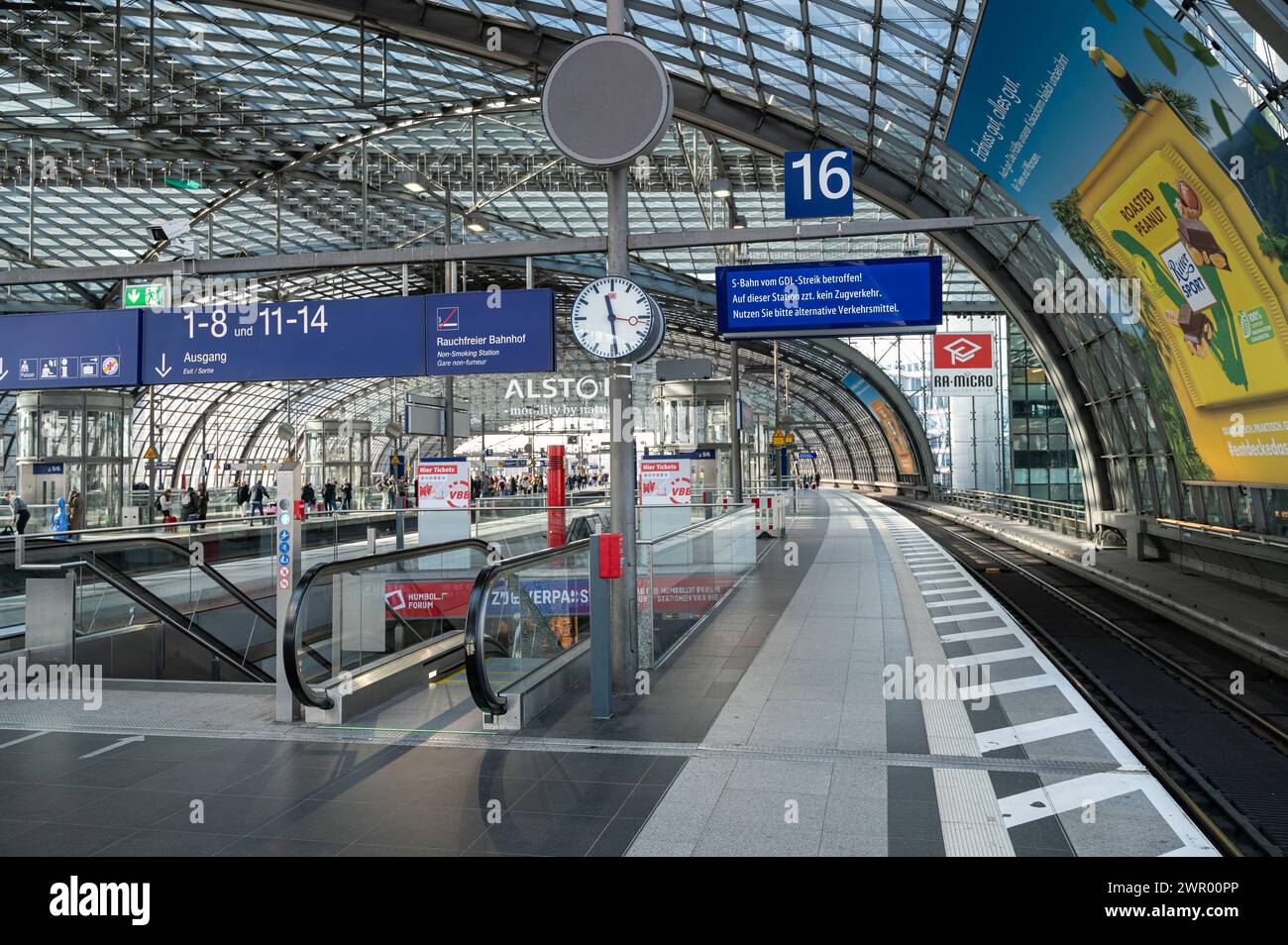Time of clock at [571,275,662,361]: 11:28
